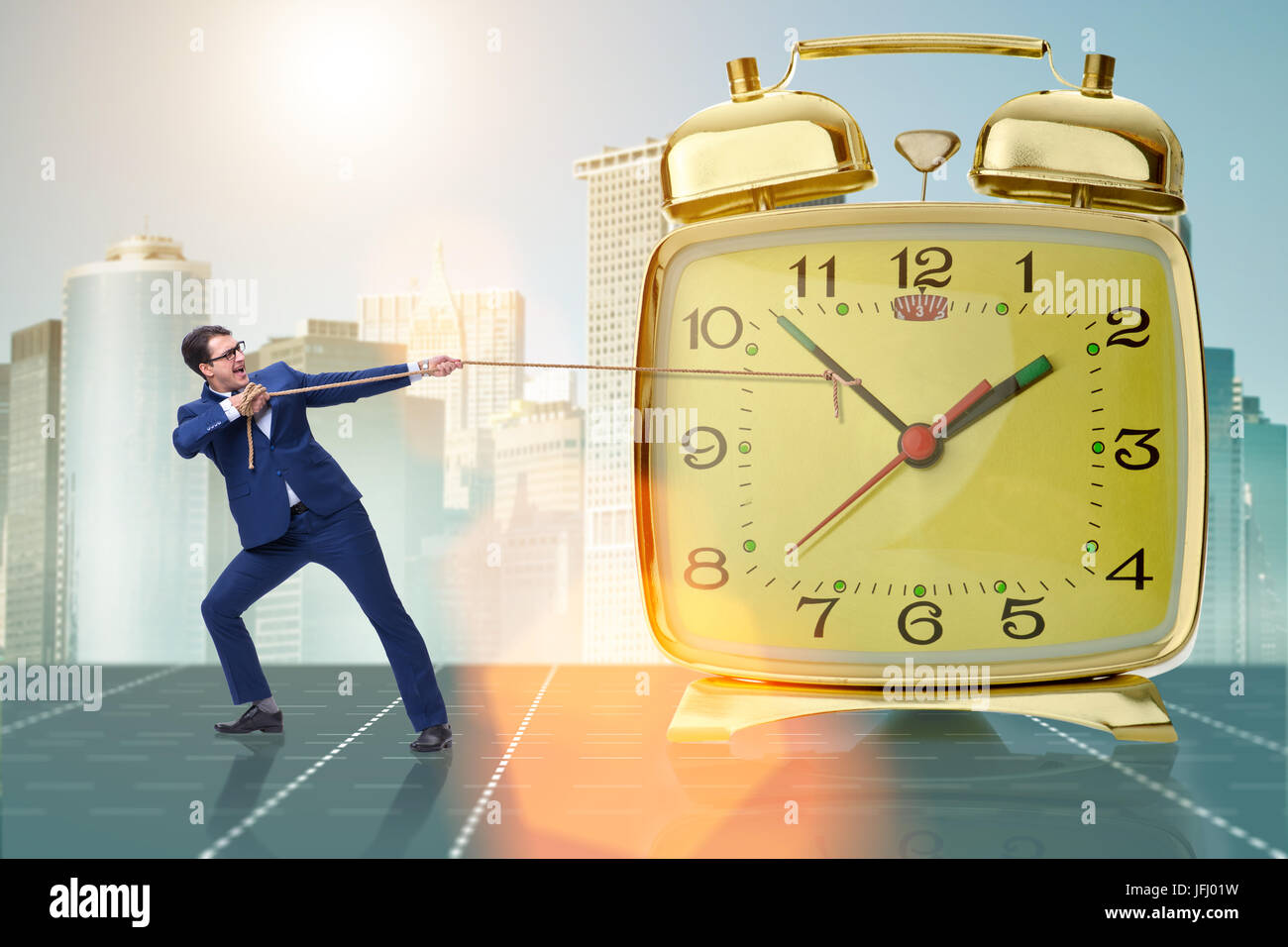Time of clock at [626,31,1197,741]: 1:52
